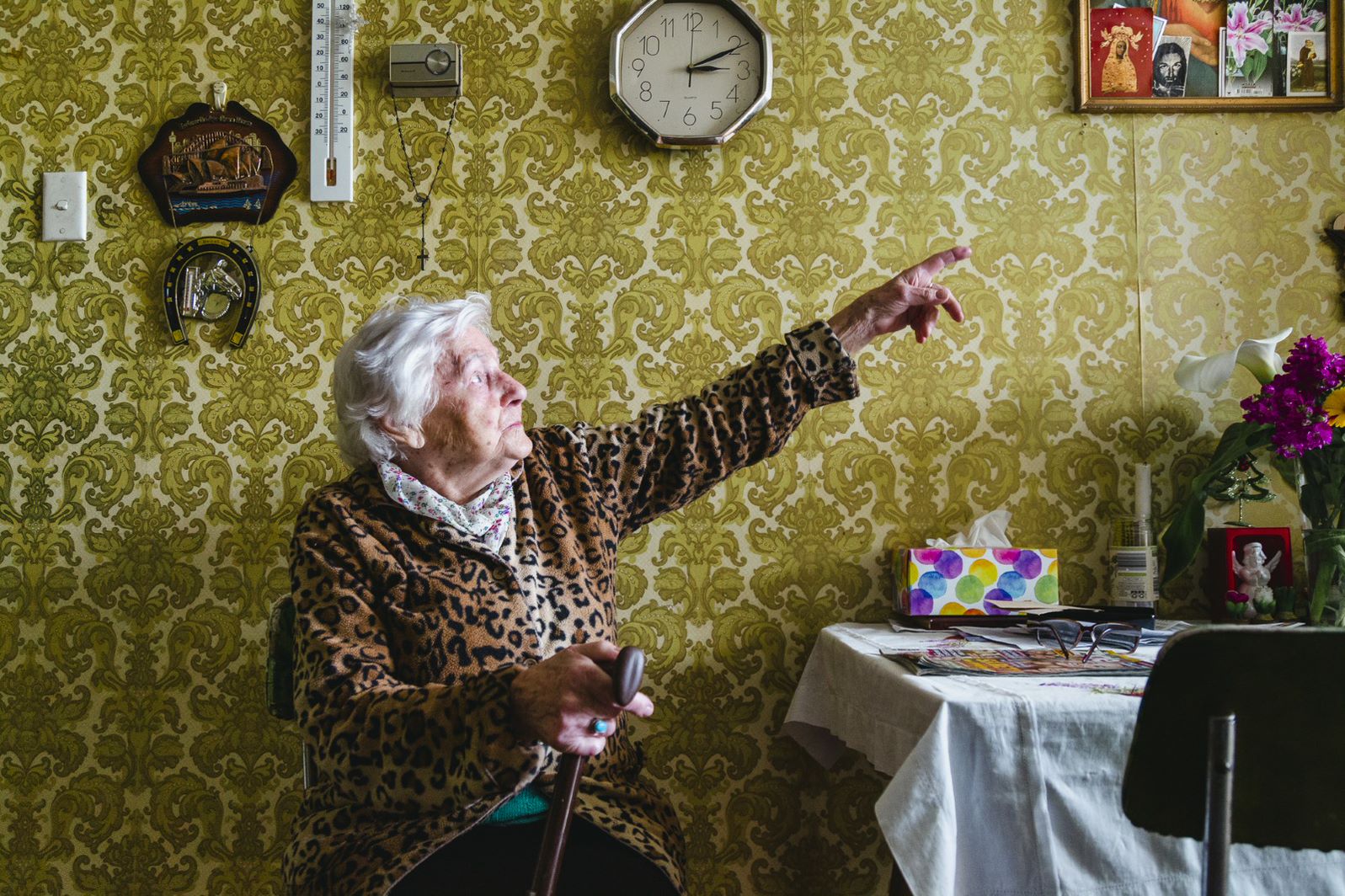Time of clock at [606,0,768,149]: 3:10
